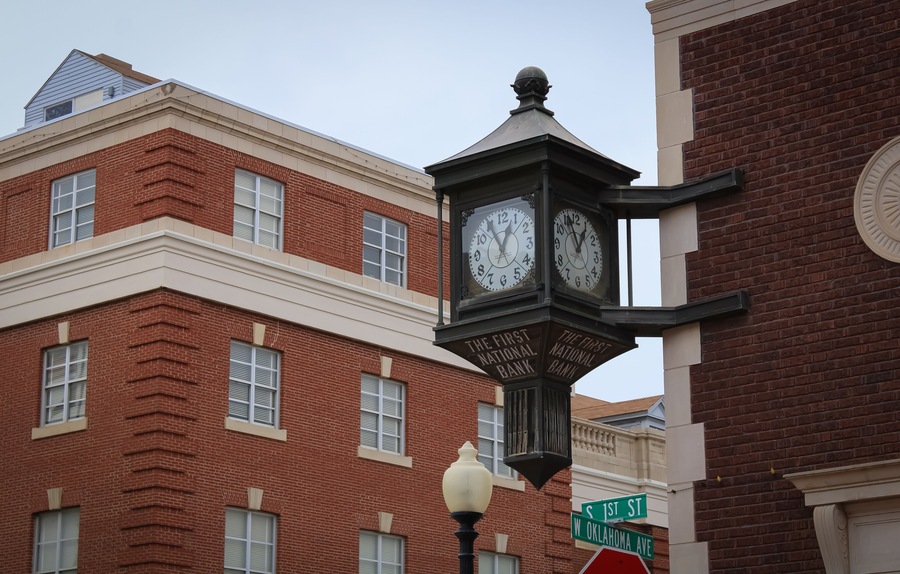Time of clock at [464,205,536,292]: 12:55
